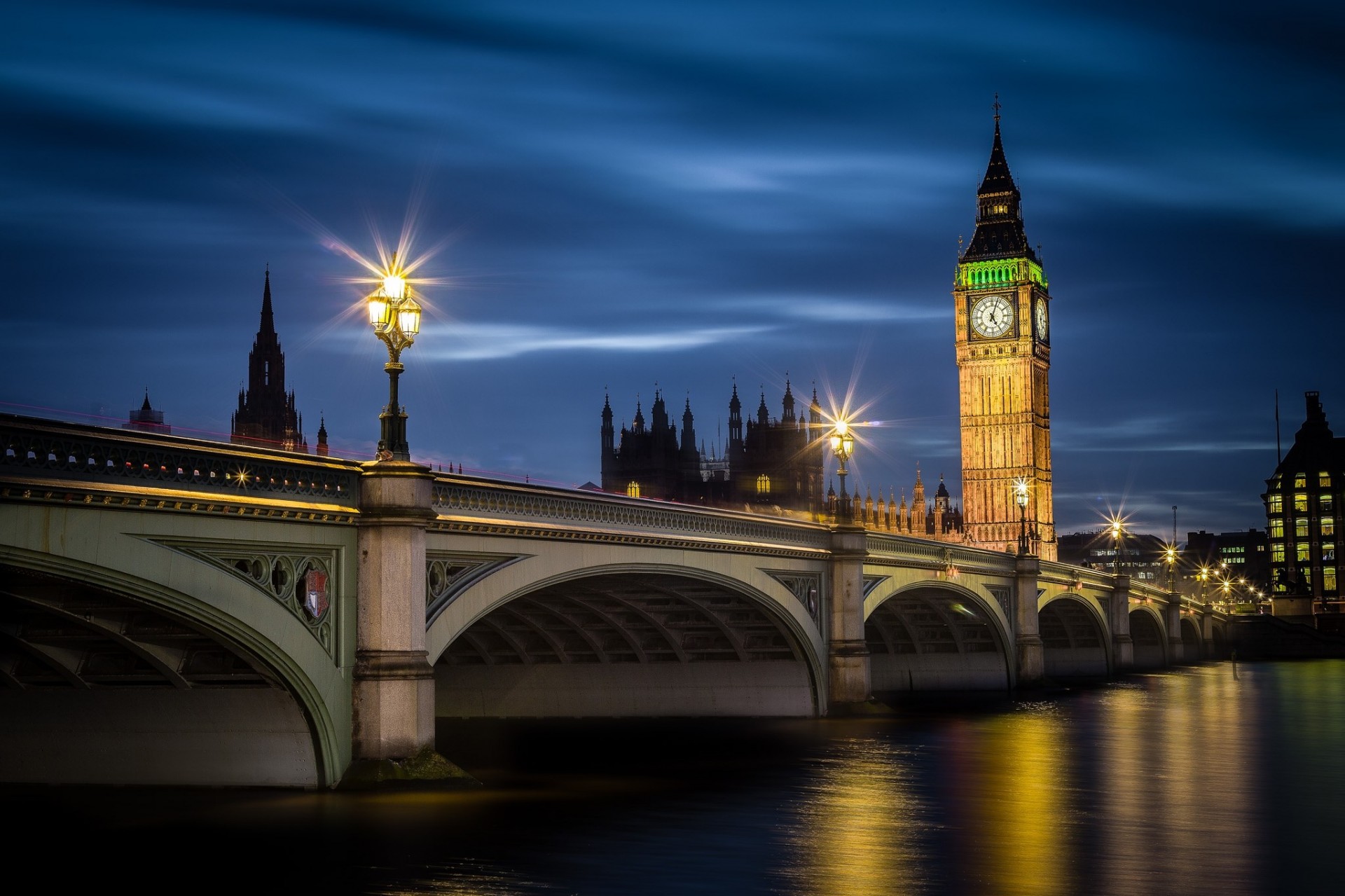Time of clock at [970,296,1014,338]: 5:03
